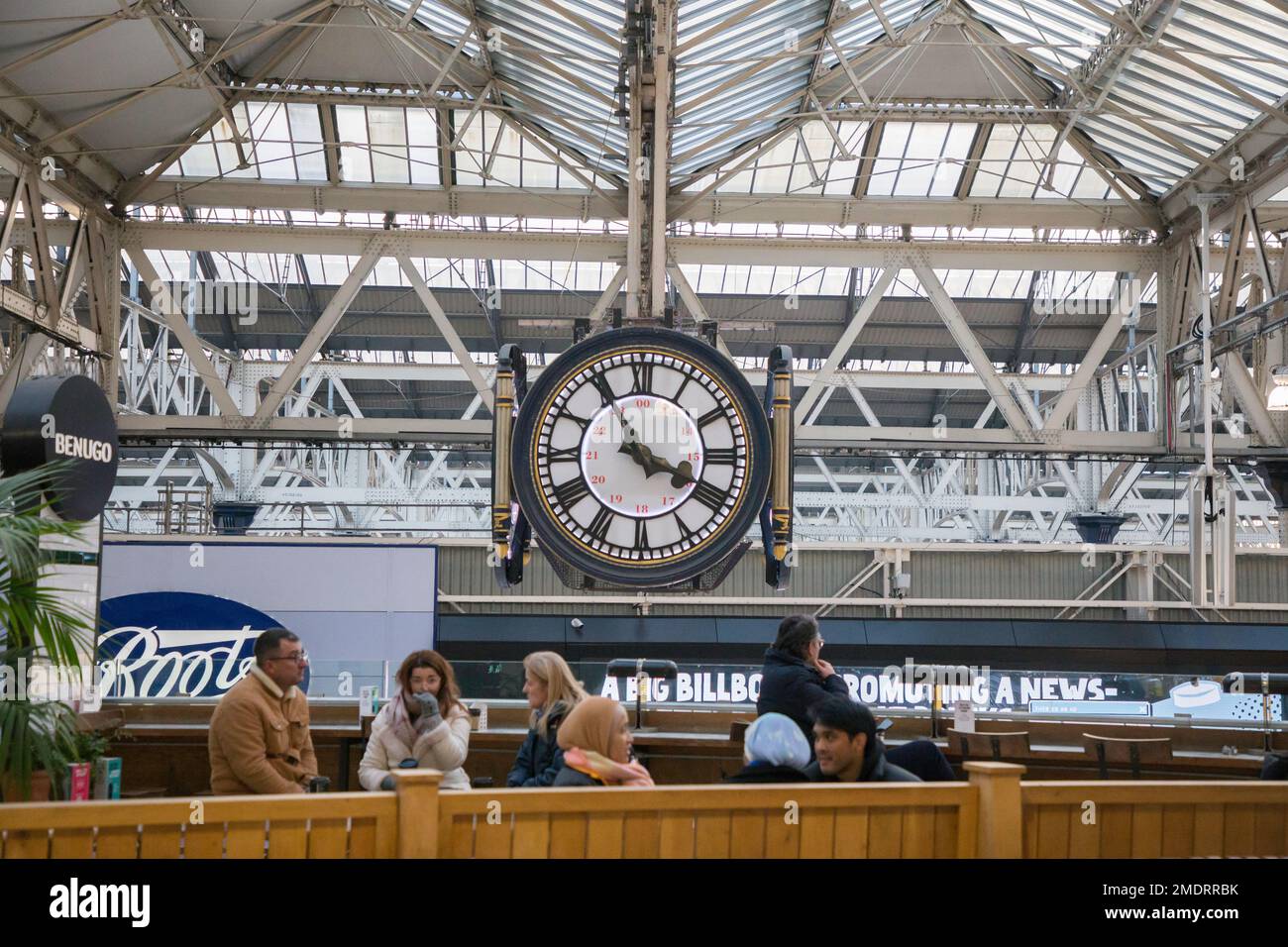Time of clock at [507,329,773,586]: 3:55
